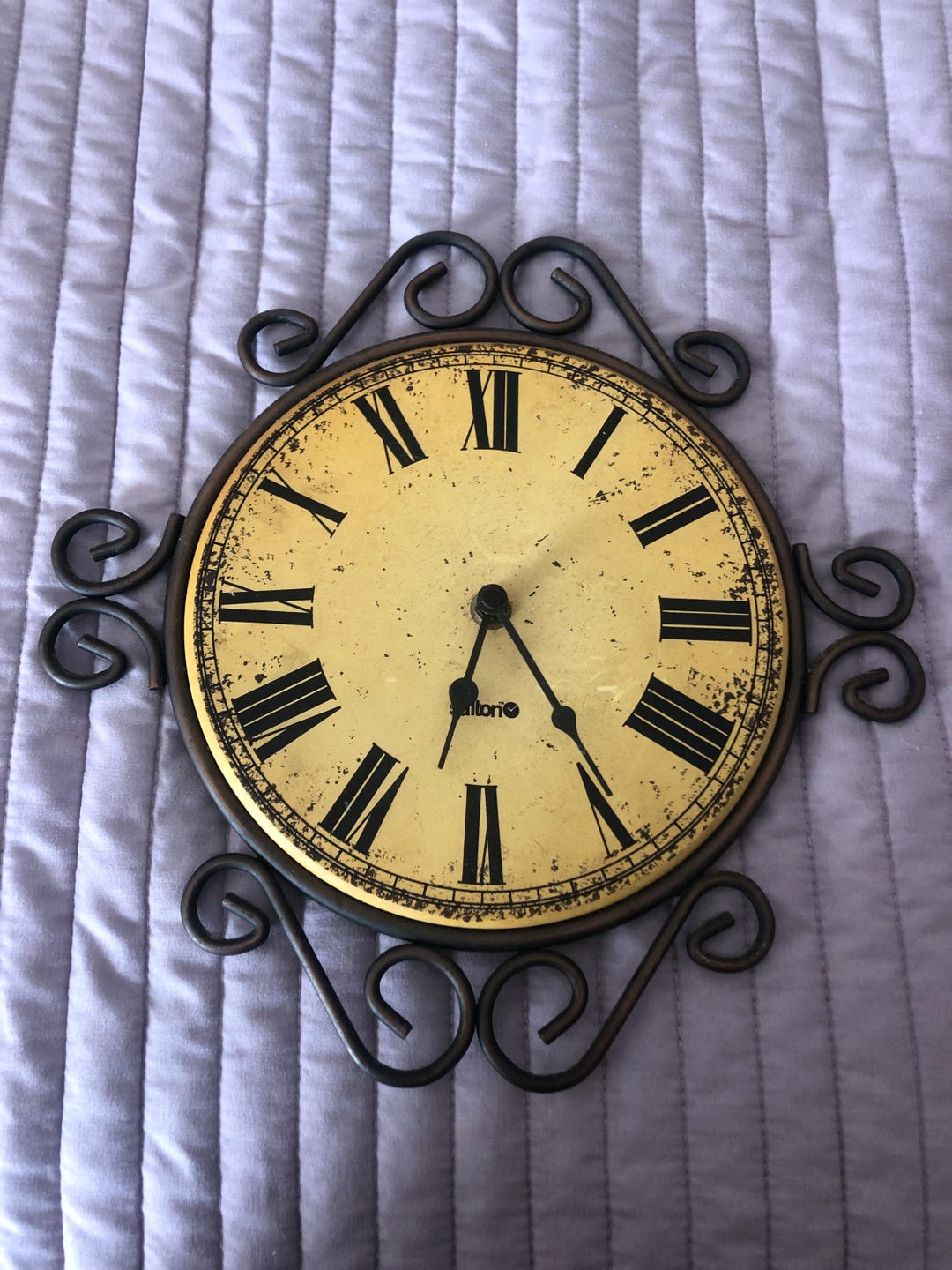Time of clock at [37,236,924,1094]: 6:24
